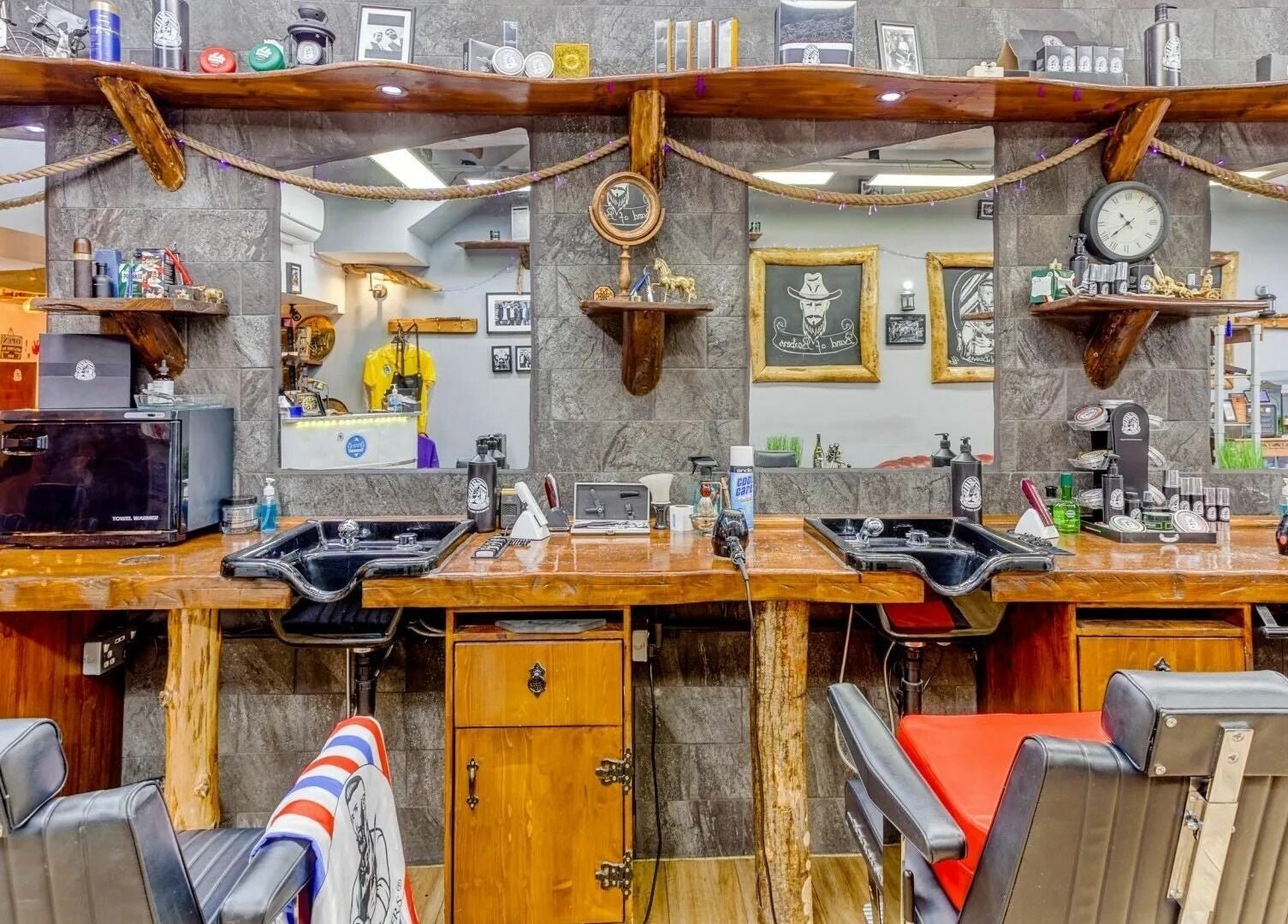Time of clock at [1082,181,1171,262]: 10:38
